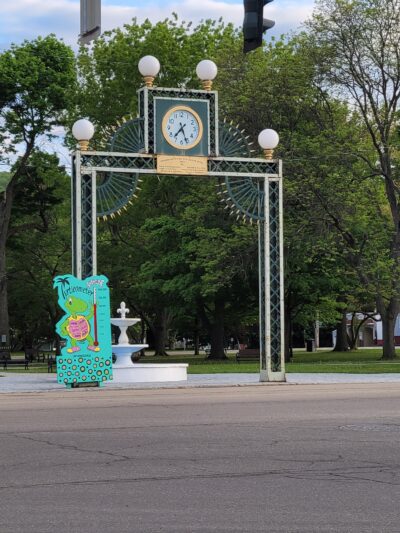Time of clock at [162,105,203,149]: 7:26
